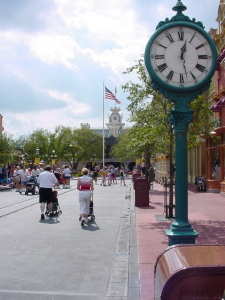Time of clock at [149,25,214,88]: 12:27
